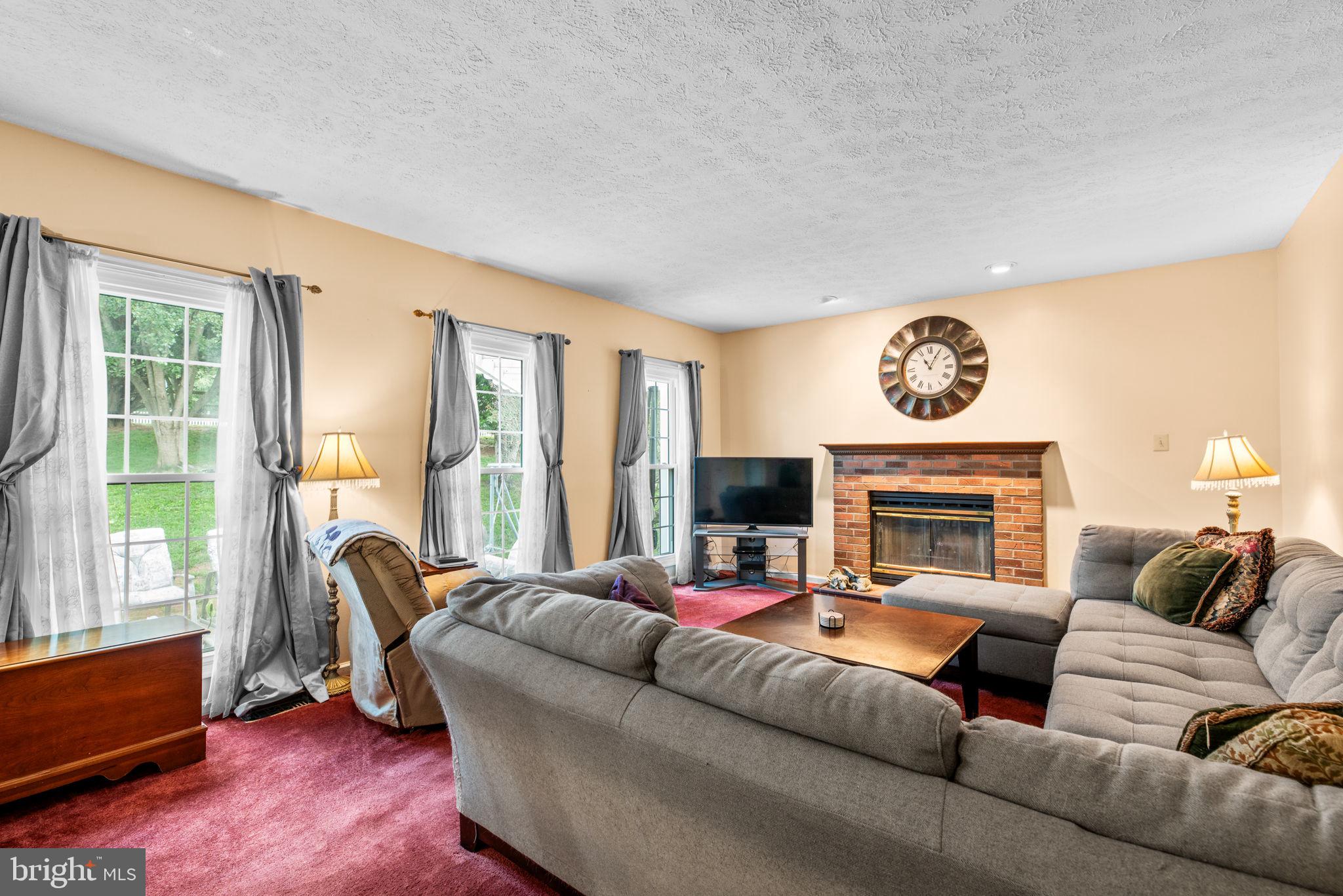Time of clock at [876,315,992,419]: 11:05
